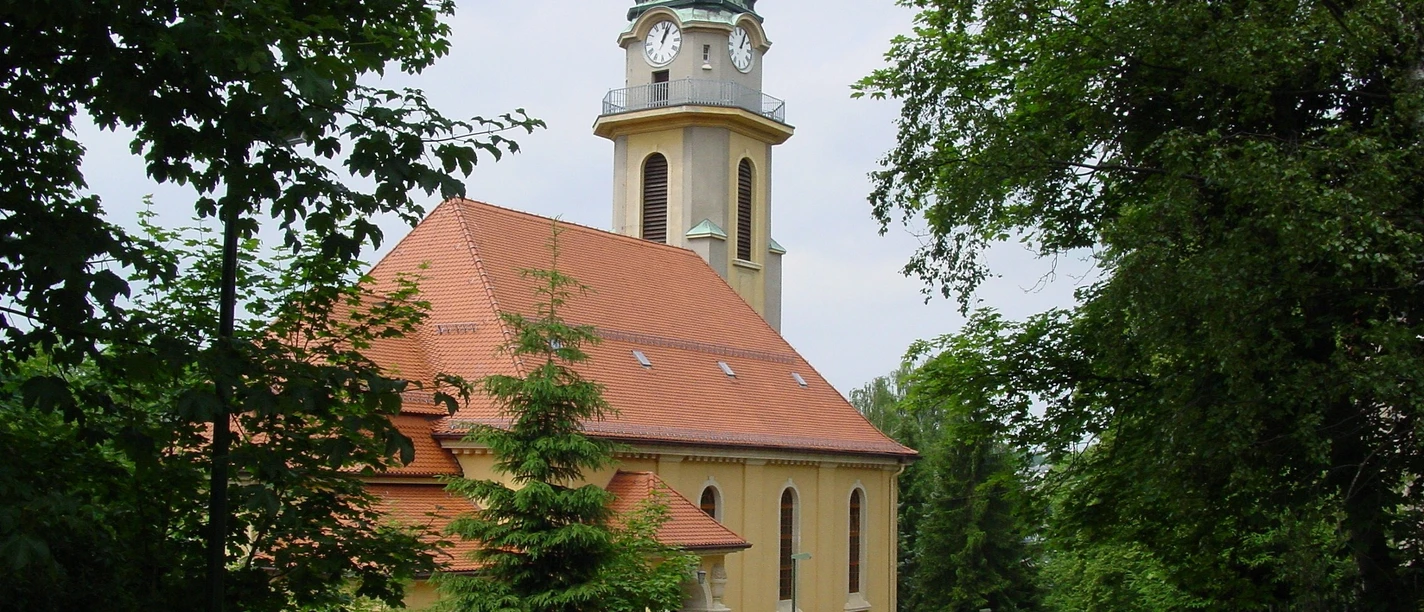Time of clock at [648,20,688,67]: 1:03
